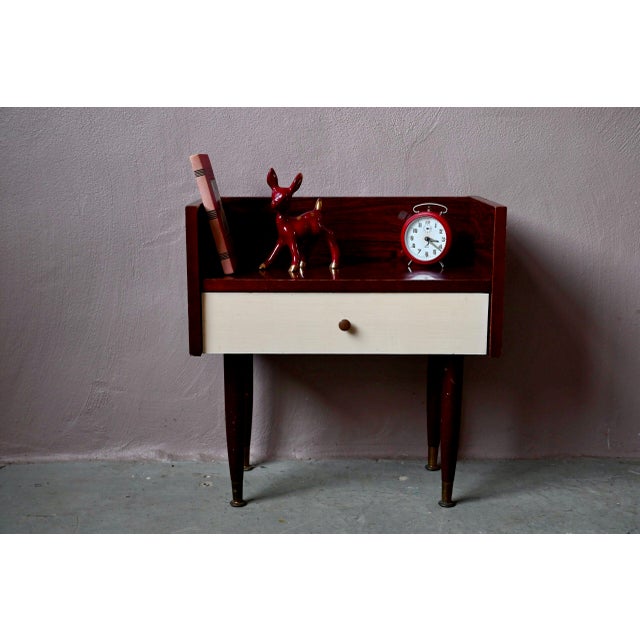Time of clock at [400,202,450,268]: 3:21
